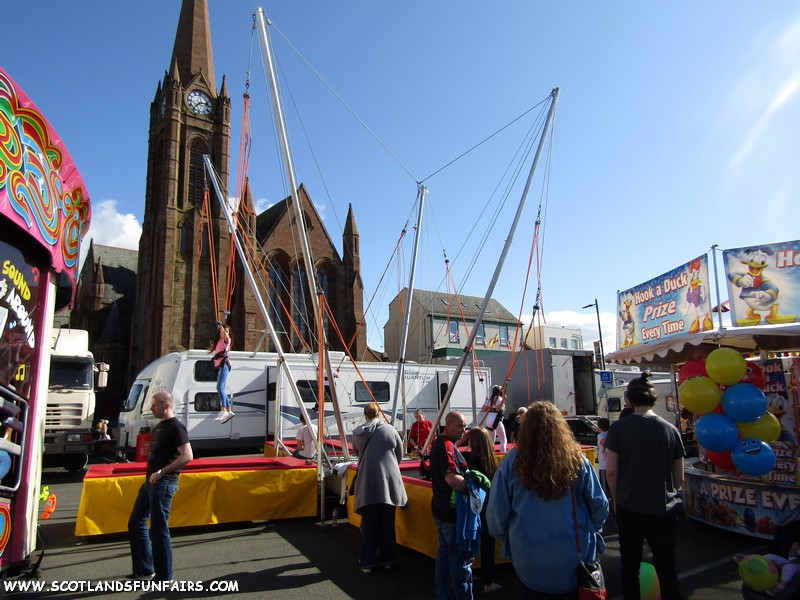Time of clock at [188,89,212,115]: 7:13
